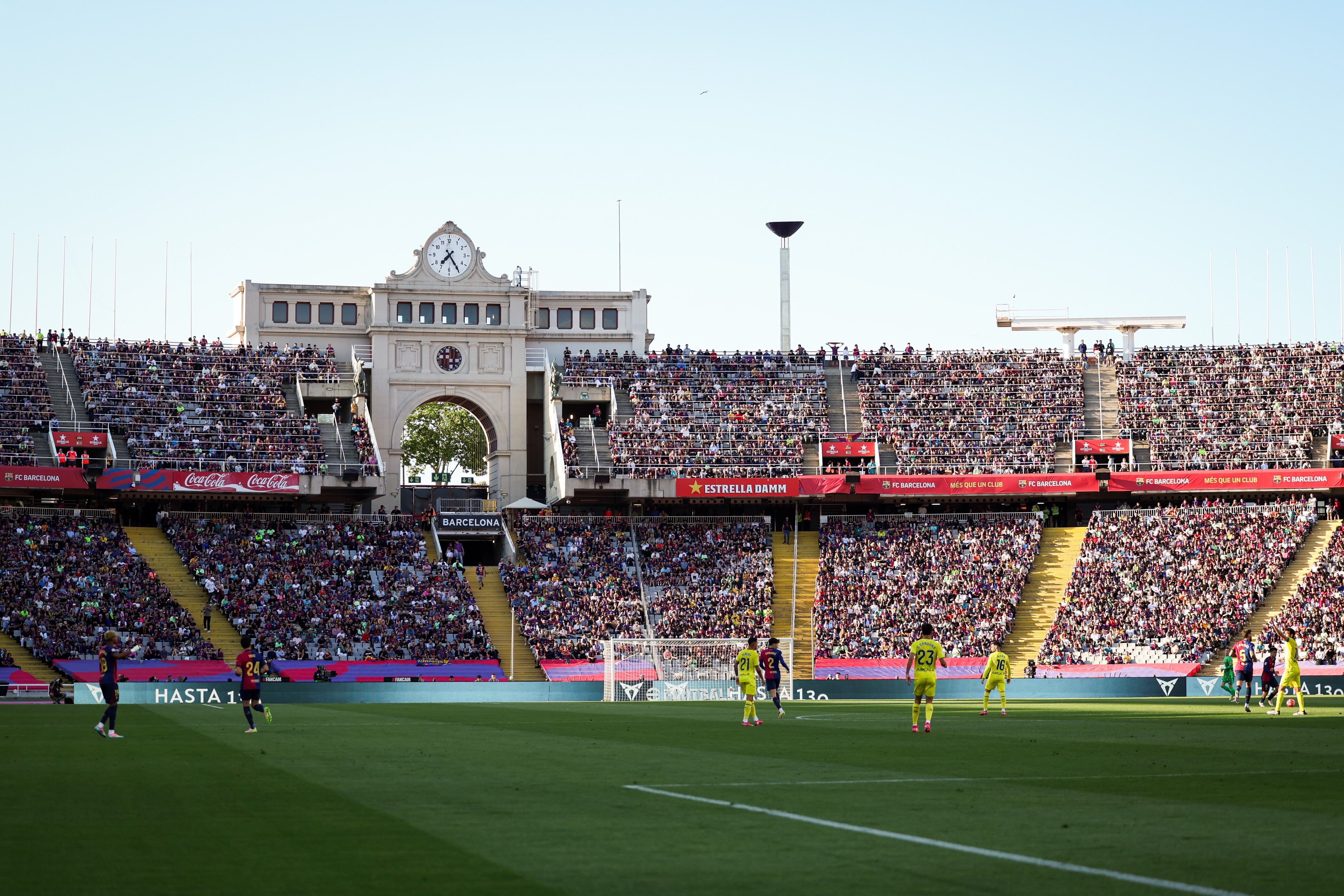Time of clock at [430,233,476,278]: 7:24
